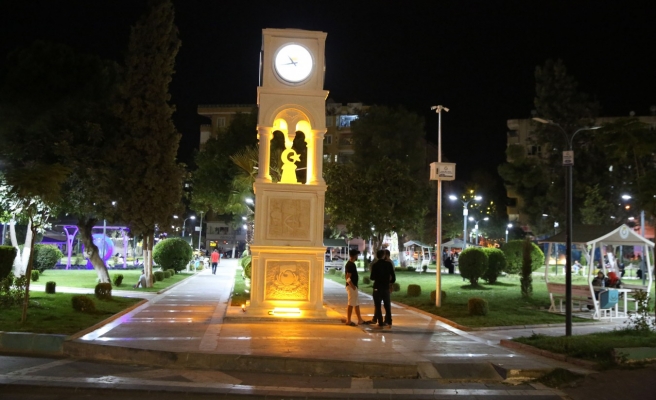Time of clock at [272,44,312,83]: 10:43
